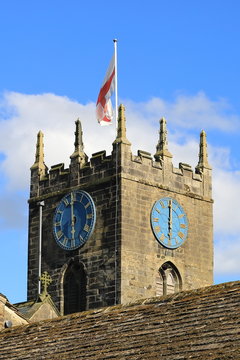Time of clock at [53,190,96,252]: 5:59
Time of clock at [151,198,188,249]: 6:00
